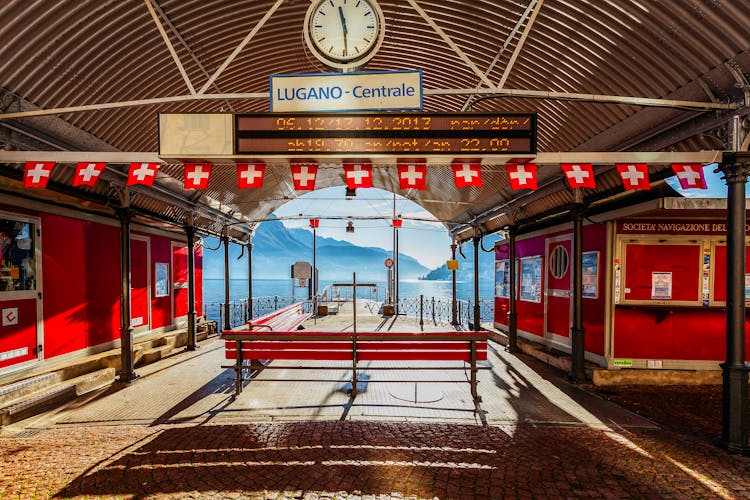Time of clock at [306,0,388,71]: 11:29
